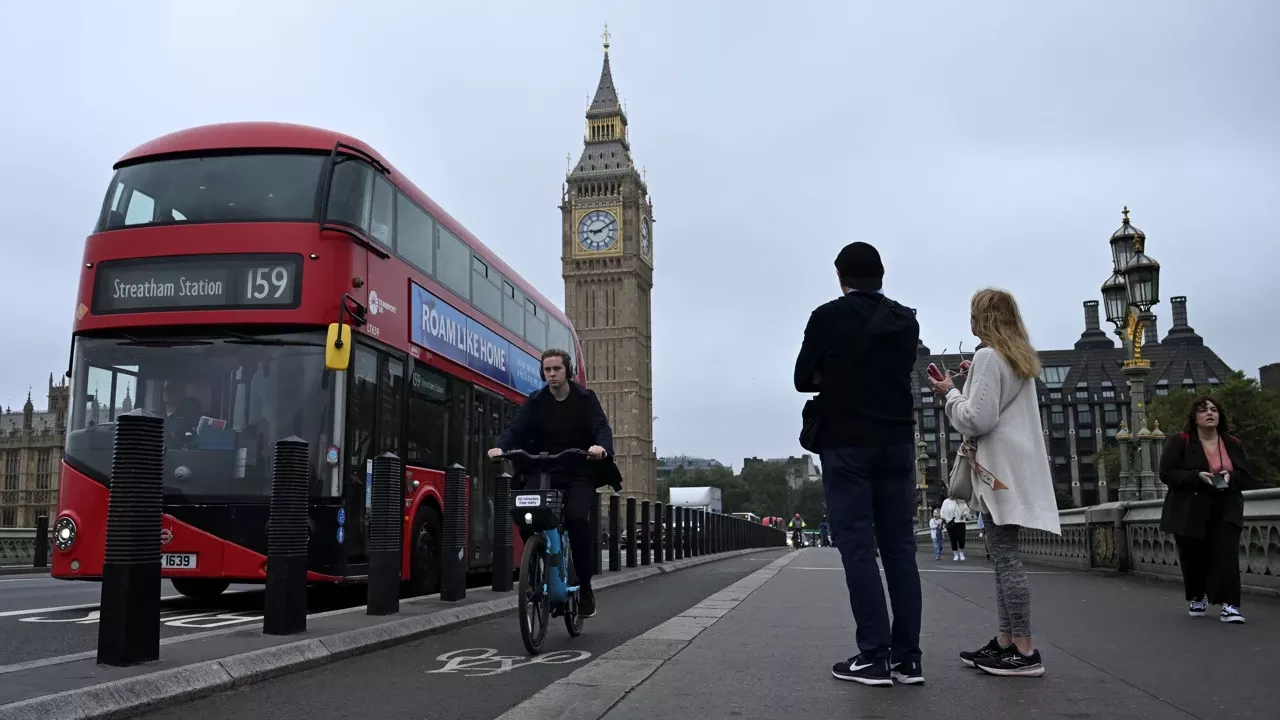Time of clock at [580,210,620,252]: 9:10
